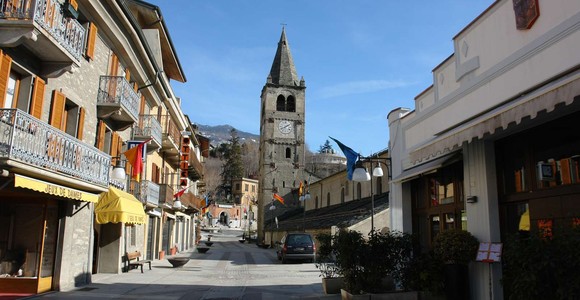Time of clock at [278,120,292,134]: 8:09
